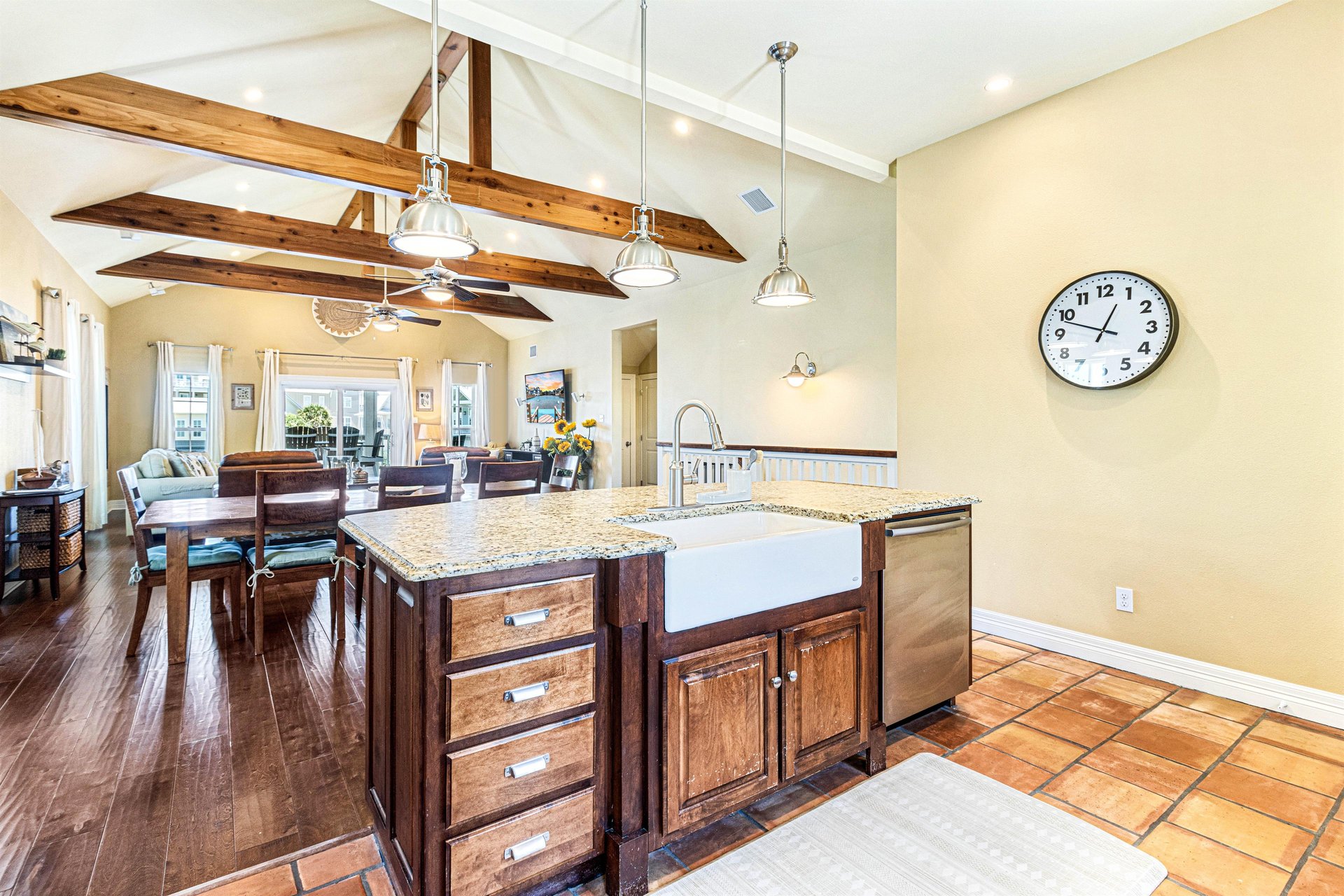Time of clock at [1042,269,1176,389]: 12:48
